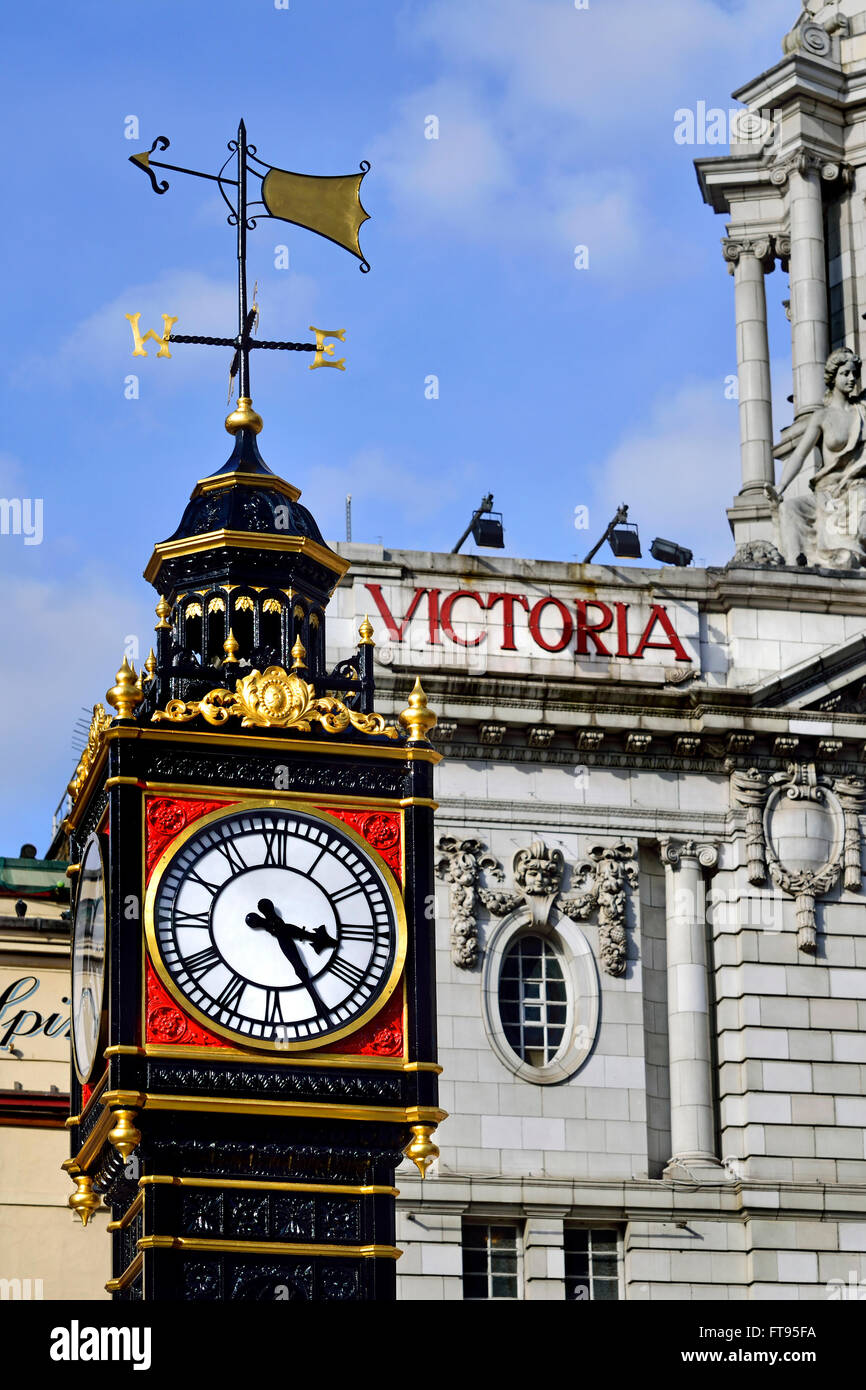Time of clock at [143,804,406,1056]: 3:24
